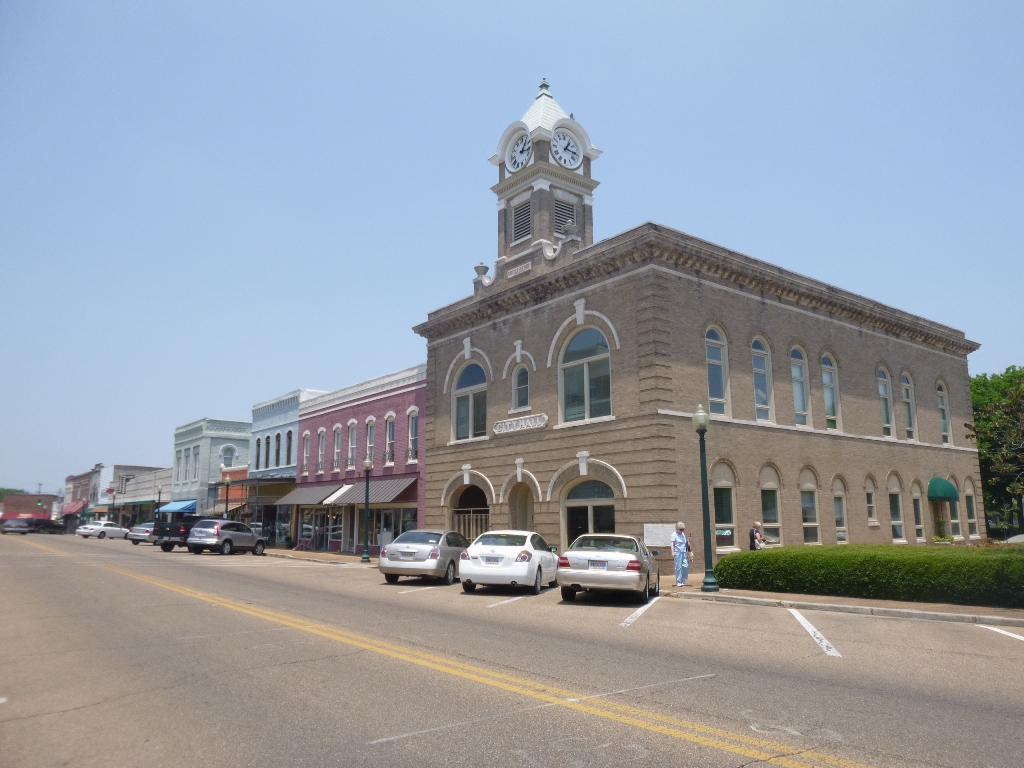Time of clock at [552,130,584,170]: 1:16
